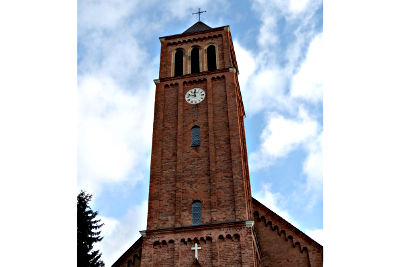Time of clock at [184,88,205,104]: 11:47
